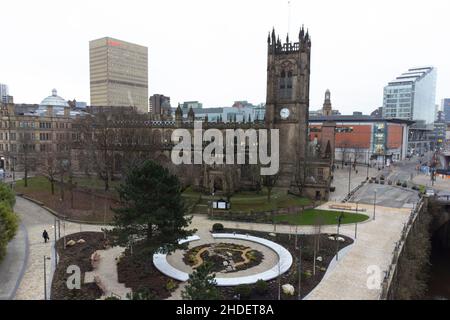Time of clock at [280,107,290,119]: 9:28
